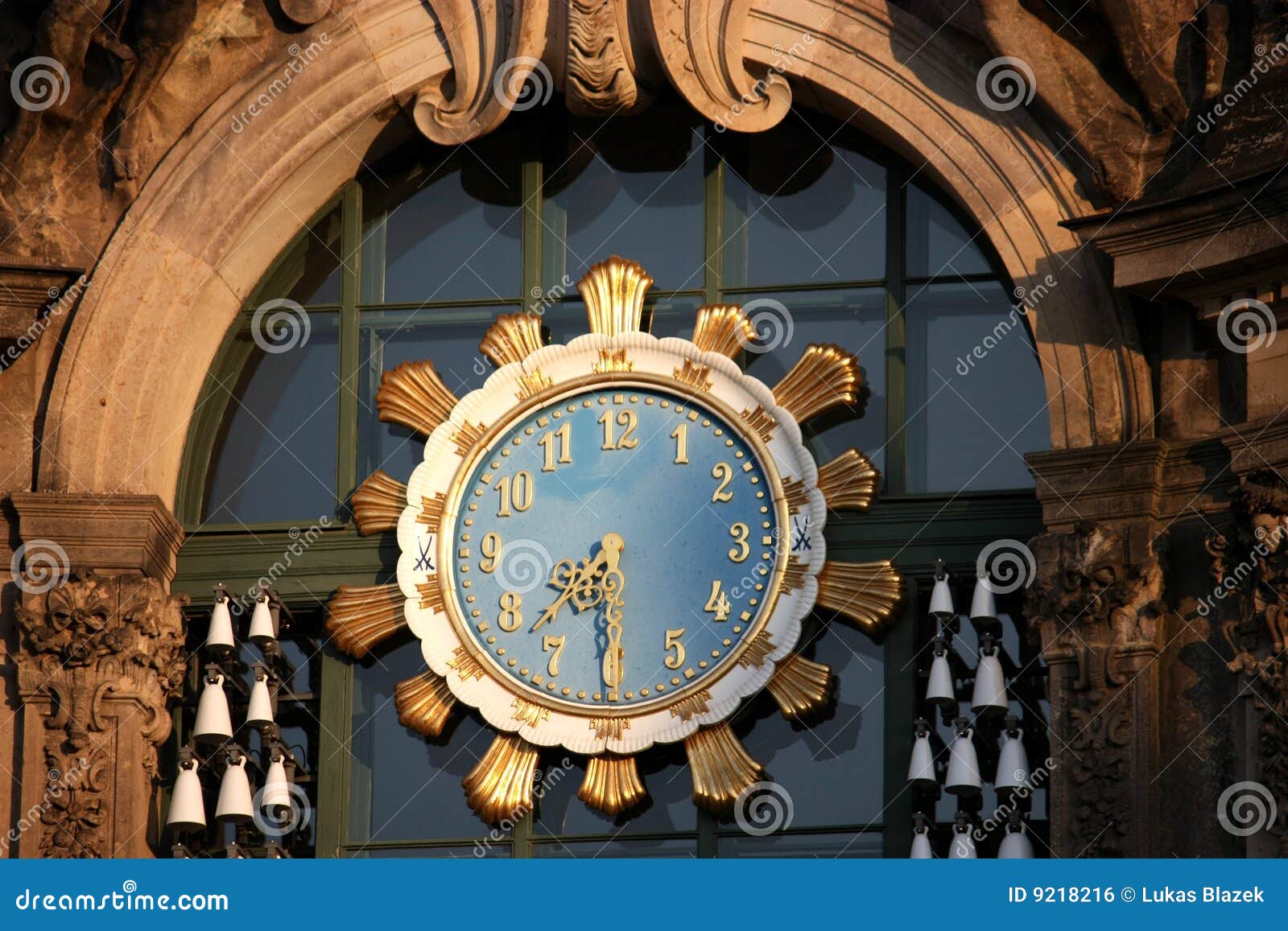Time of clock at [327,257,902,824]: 7:29
